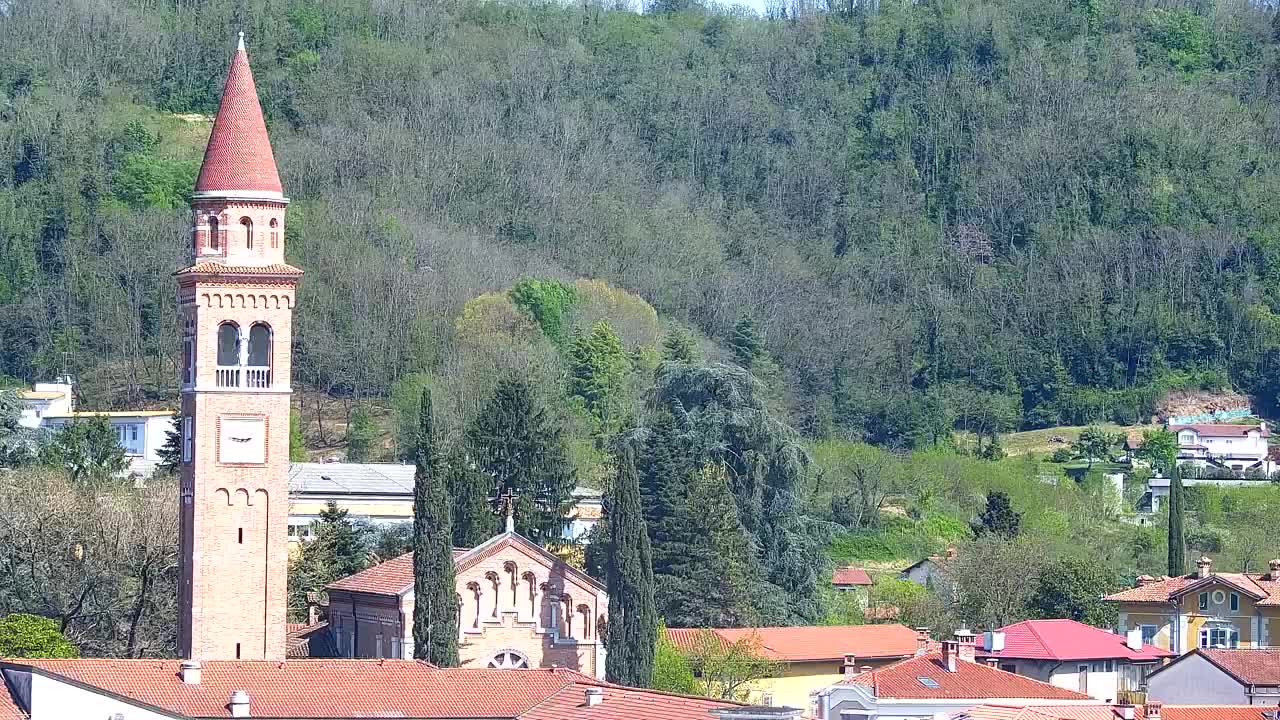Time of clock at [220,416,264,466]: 2:46
